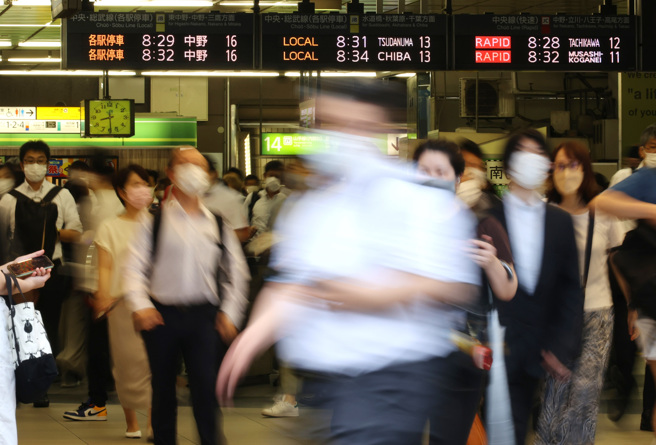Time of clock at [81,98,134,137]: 8:29
